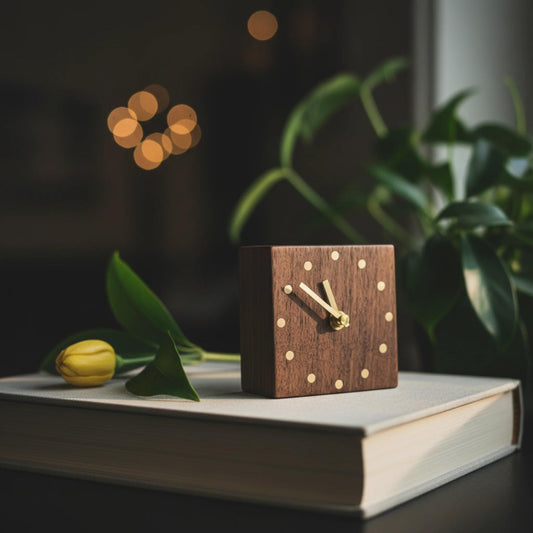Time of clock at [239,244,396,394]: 10:50
